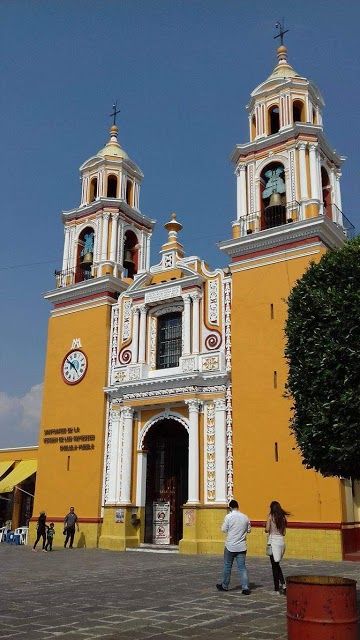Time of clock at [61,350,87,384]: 4:50
